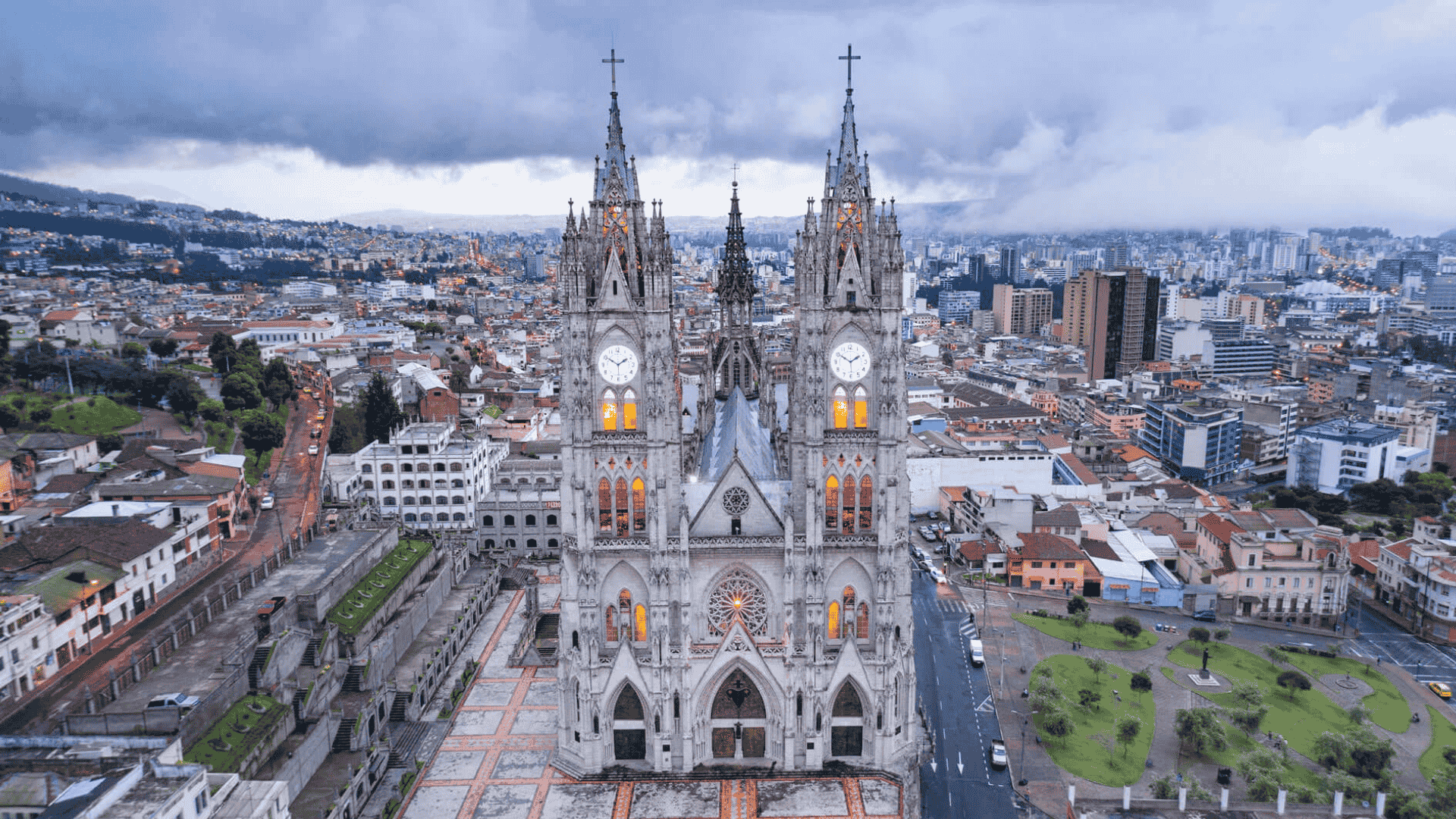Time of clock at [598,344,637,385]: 1:50
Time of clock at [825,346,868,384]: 1:50
